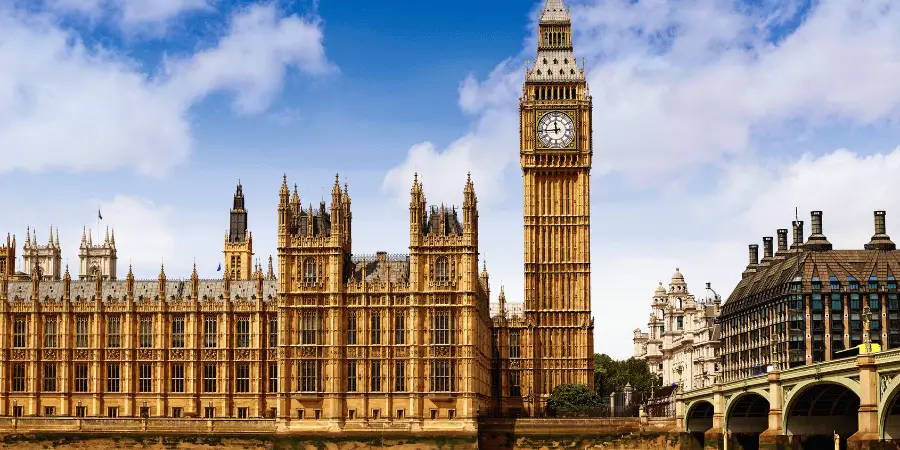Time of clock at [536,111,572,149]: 11:44
